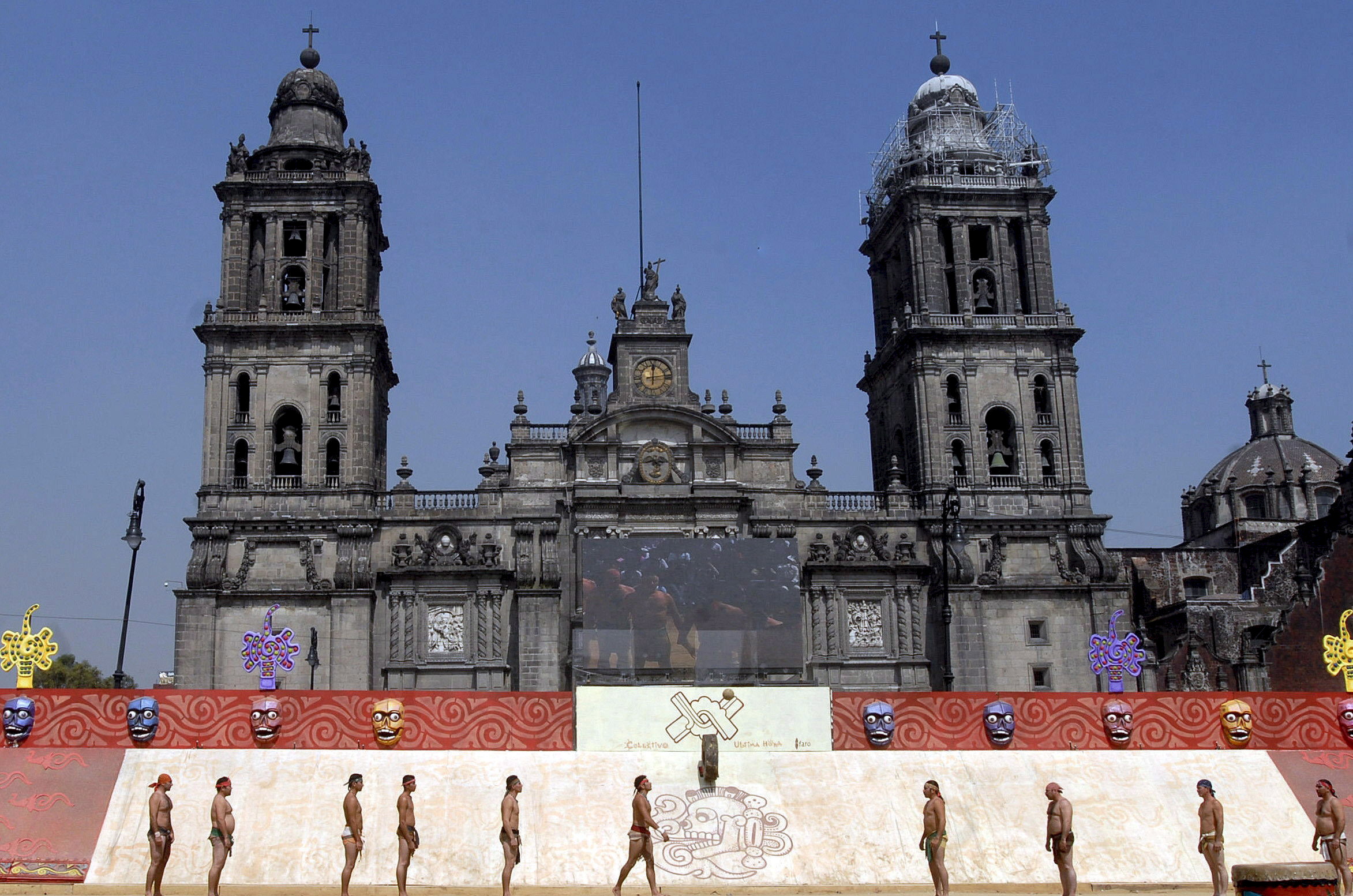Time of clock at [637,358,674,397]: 12:13
